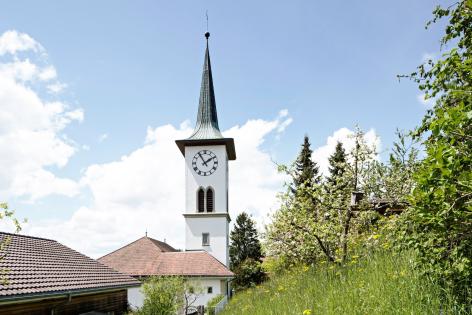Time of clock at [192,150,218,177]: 1:54
